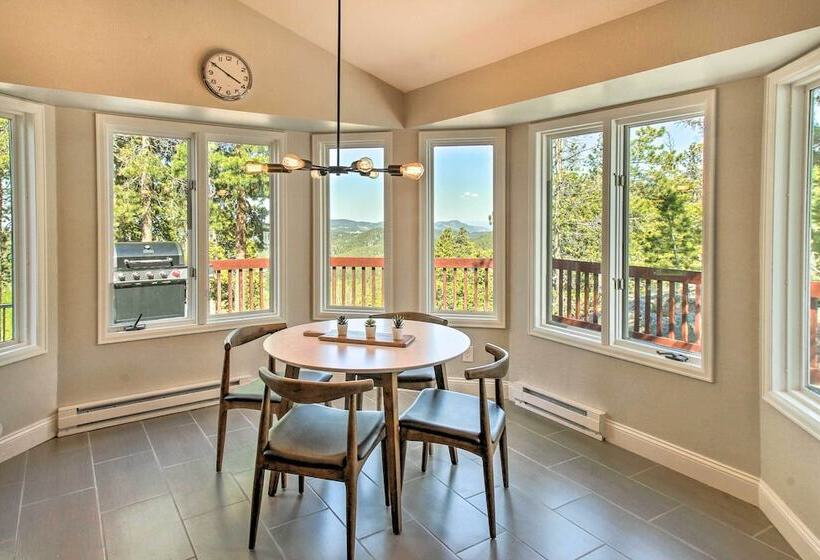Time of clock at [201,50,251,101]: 3:50
